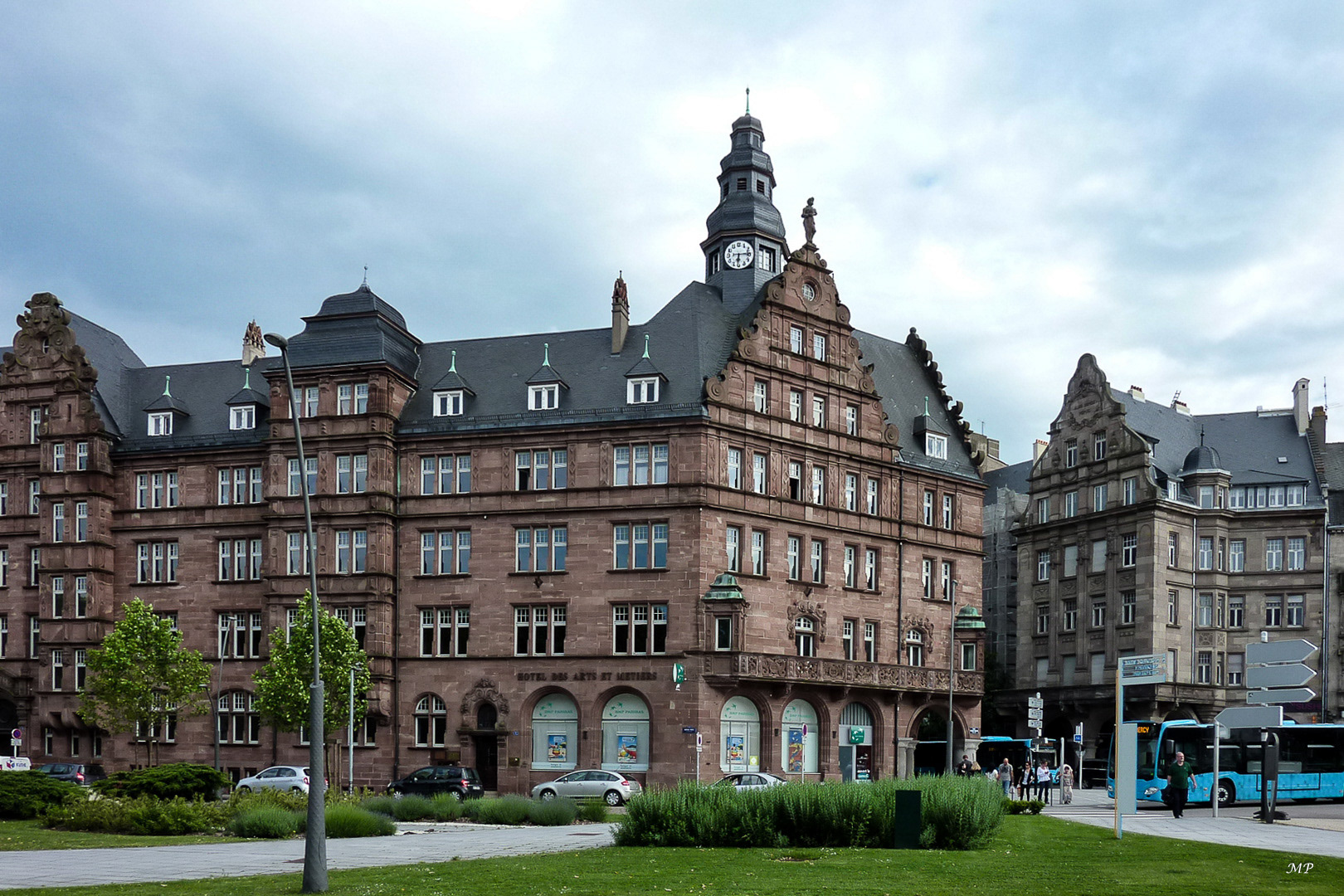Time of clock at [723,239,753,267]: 6:14
